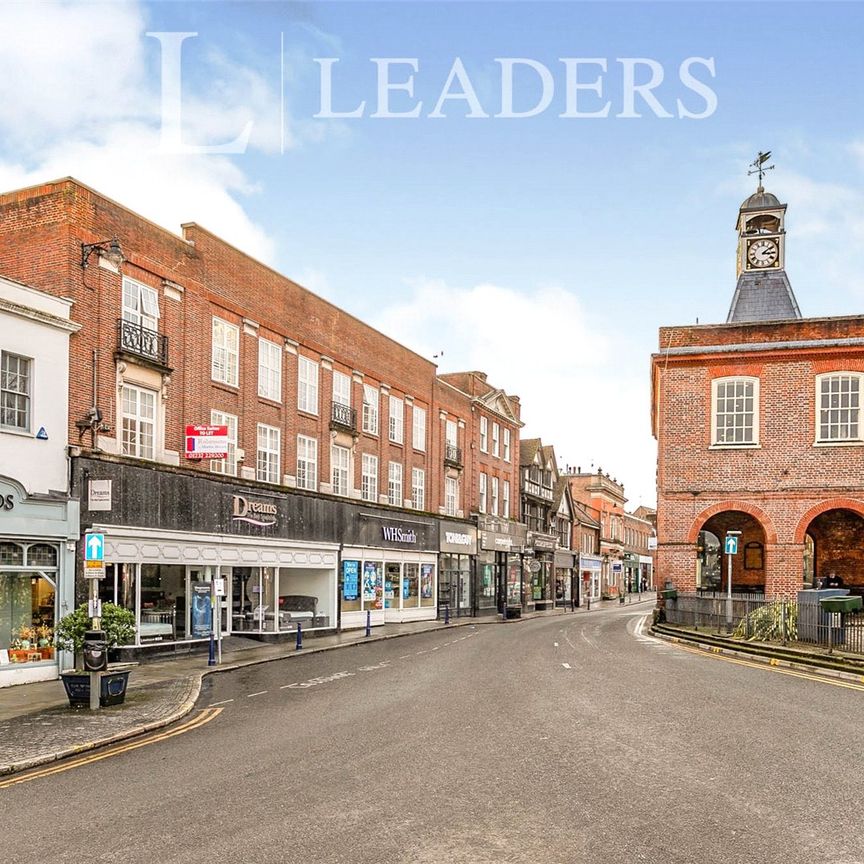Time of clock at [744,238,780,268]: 3:09
